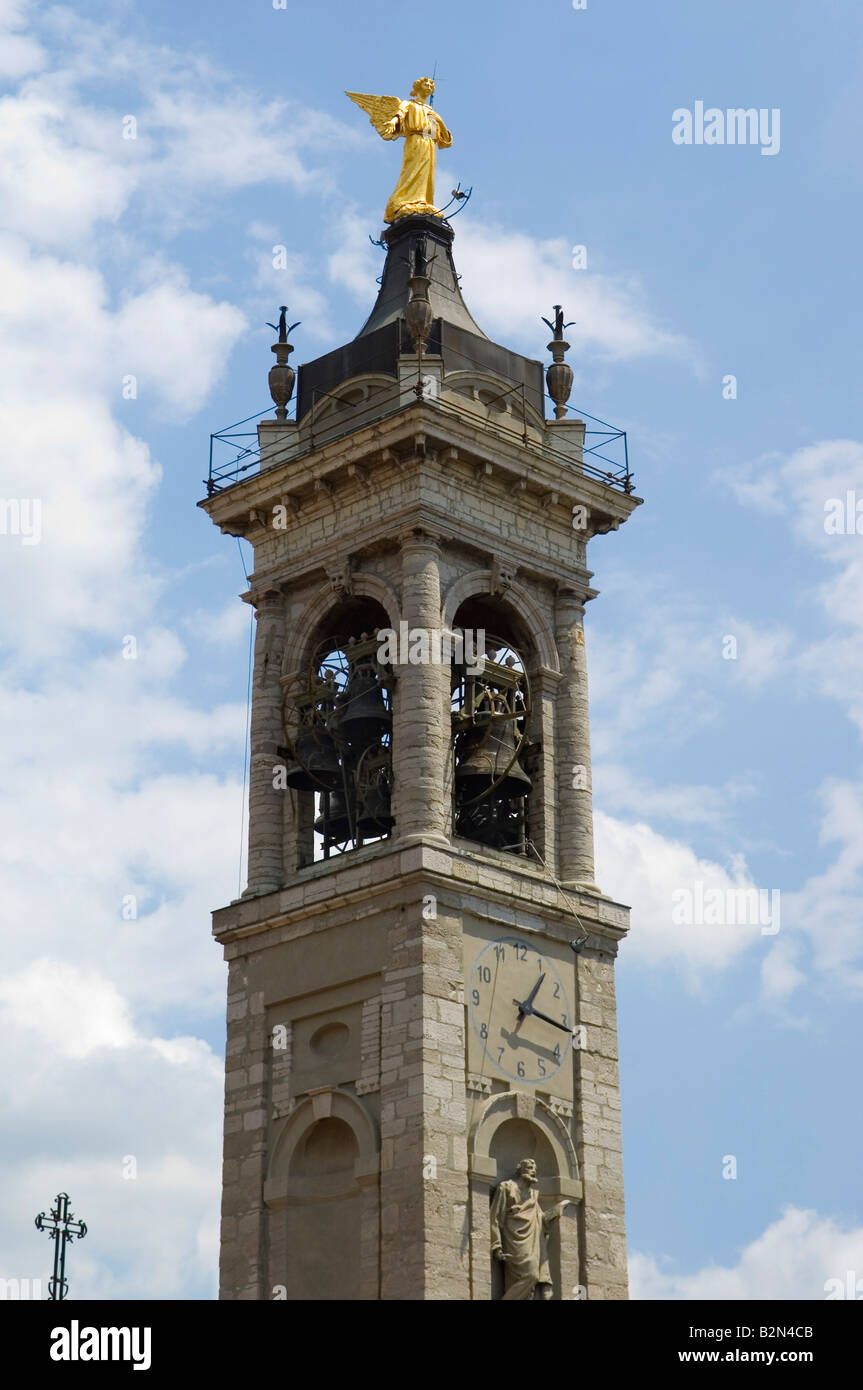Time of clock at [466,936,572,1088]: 1:16
